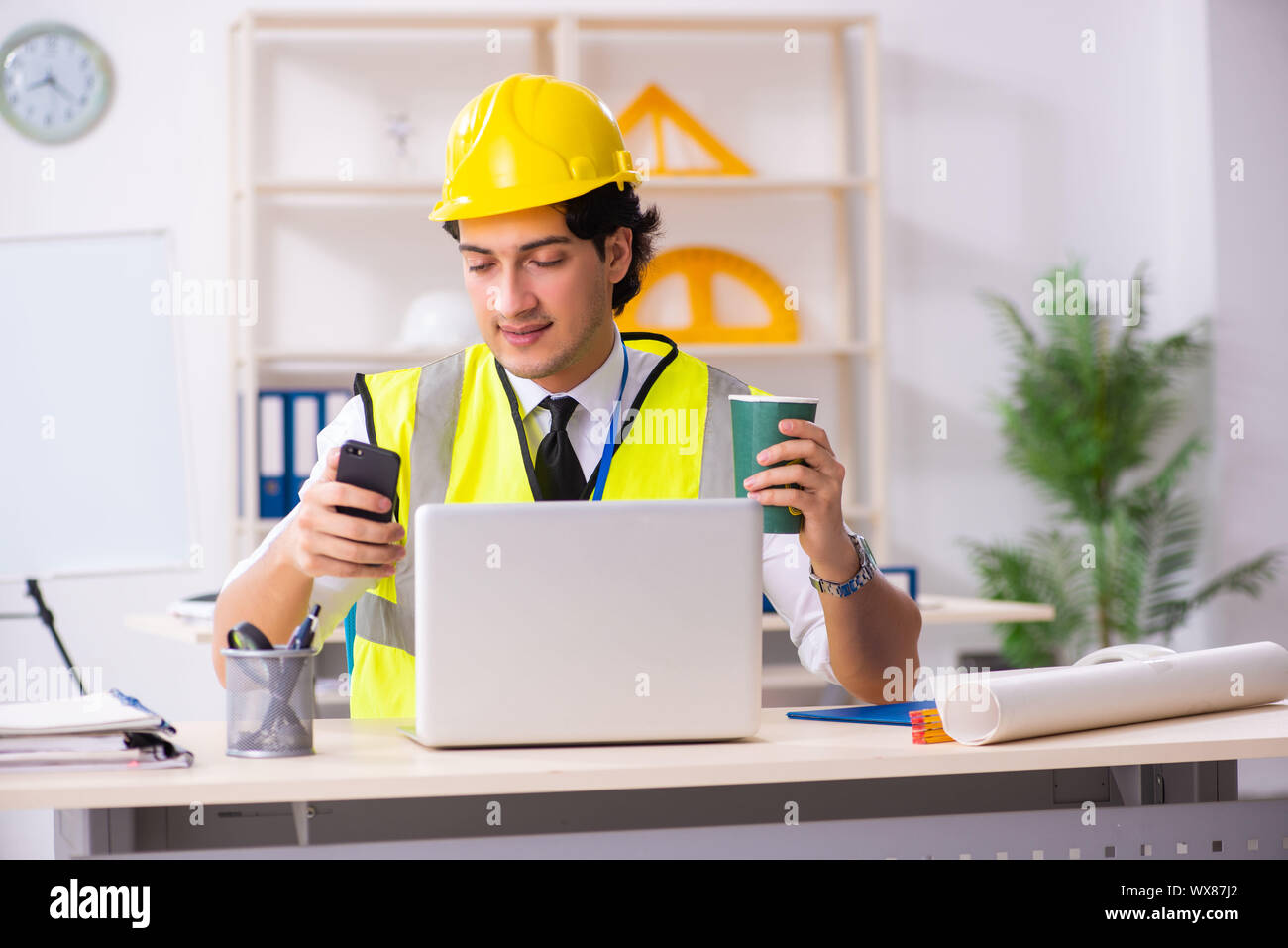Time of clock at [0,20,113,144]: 8:21
